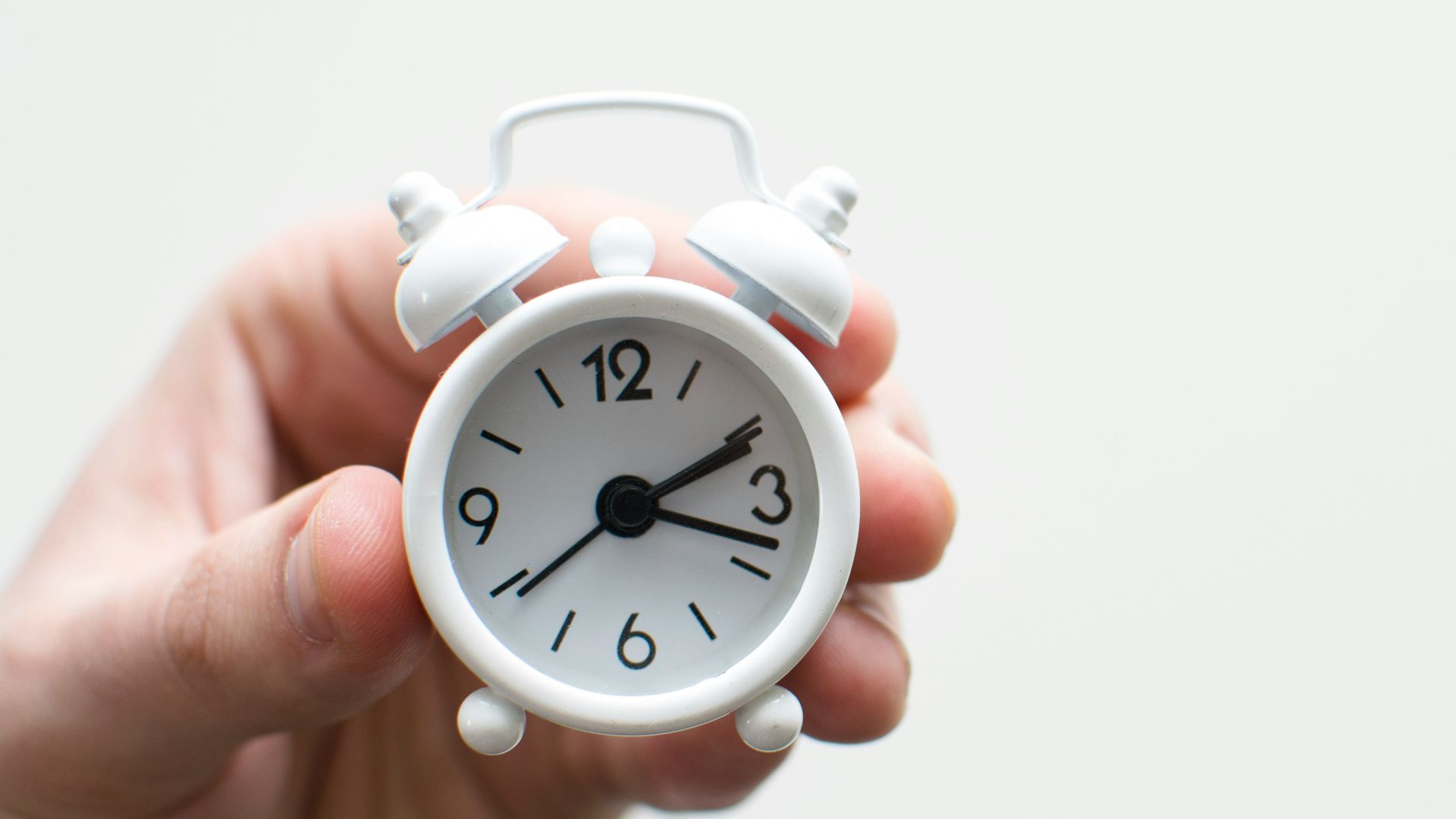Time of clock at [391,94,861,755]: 2:18
